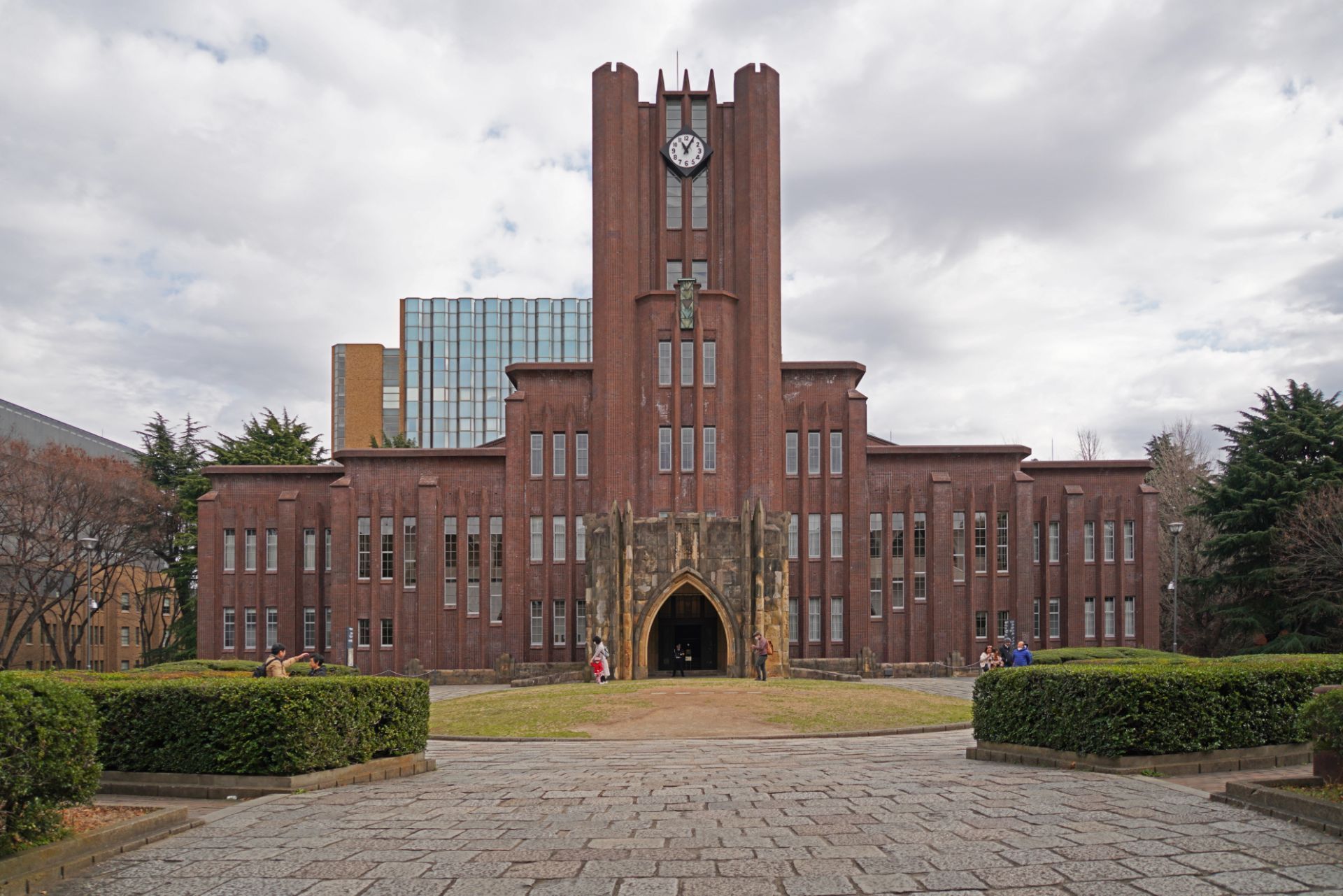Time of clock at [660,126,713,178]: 11:05
